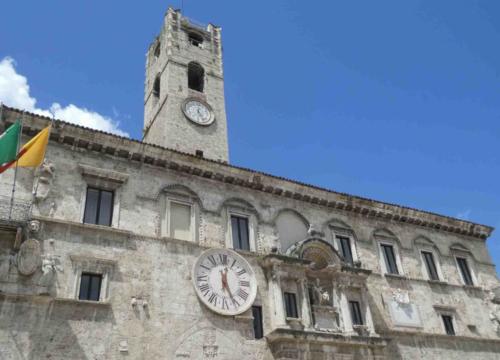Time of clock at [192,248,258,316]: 12:26
